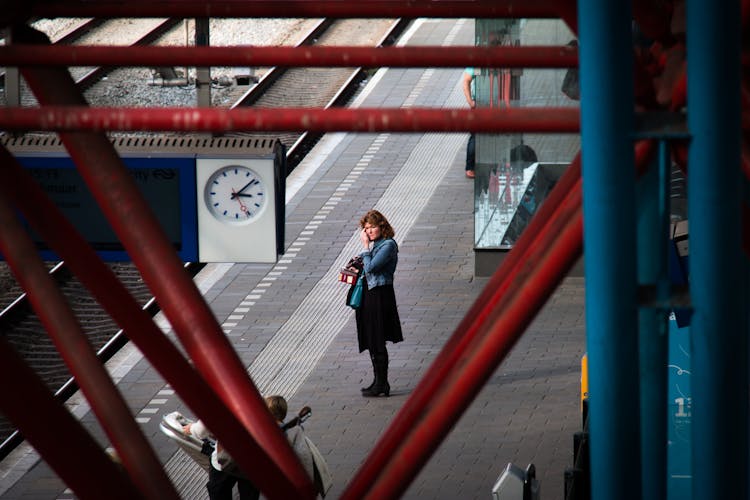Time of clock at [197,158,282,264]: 3:08
